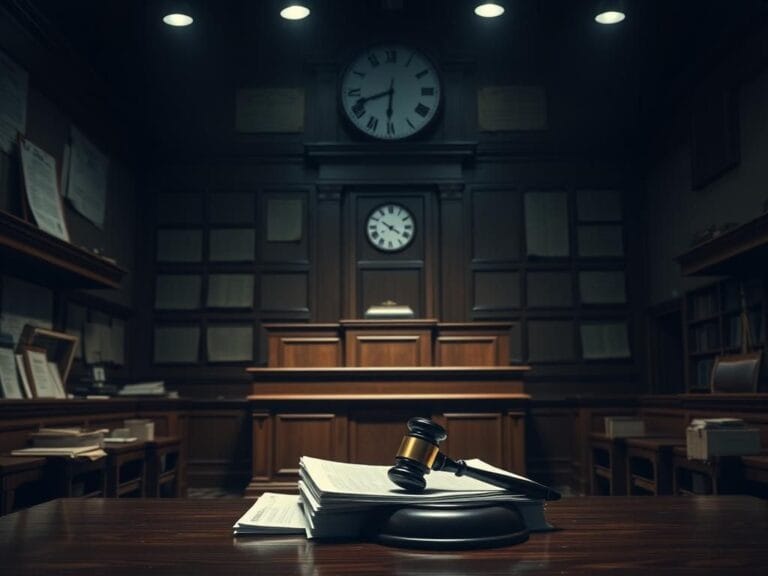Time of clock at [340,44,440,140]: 8:30
